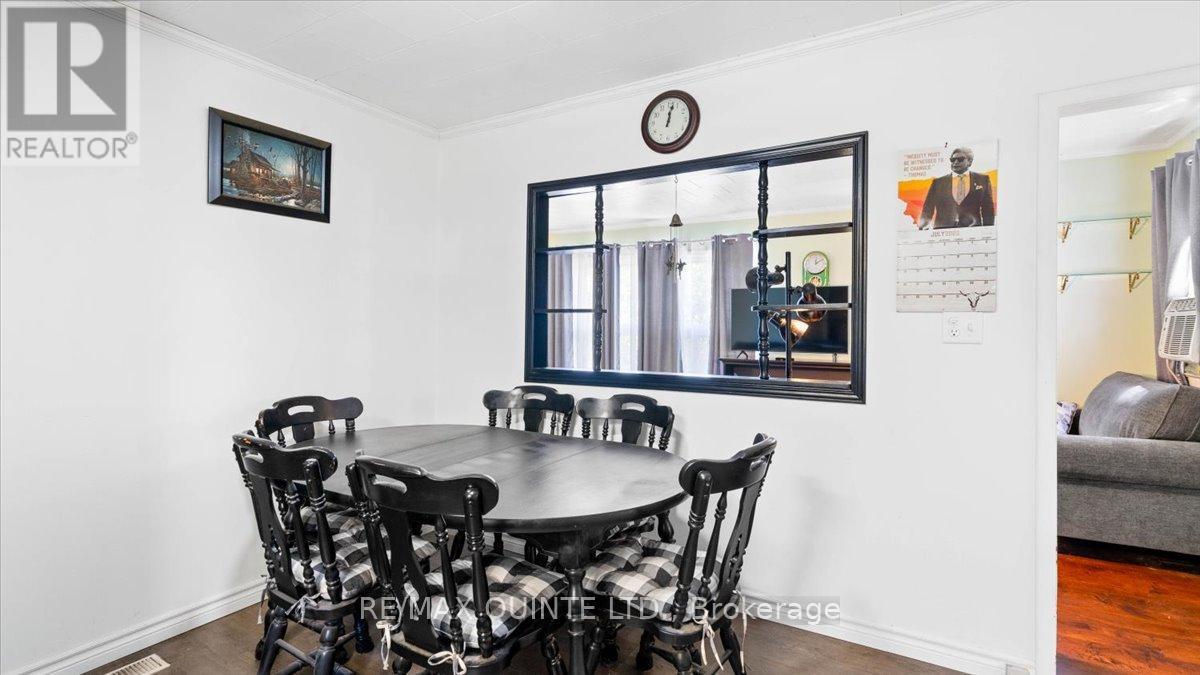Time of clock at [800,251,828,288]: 12:09
